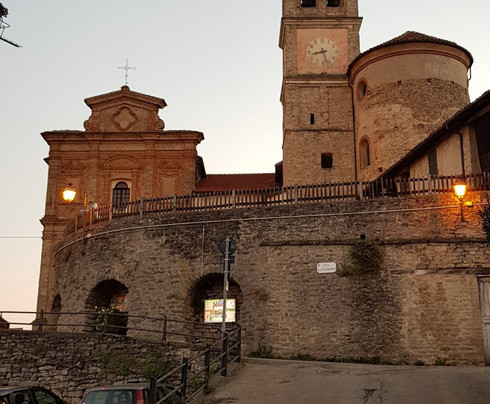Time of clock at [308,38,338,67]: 8:27
